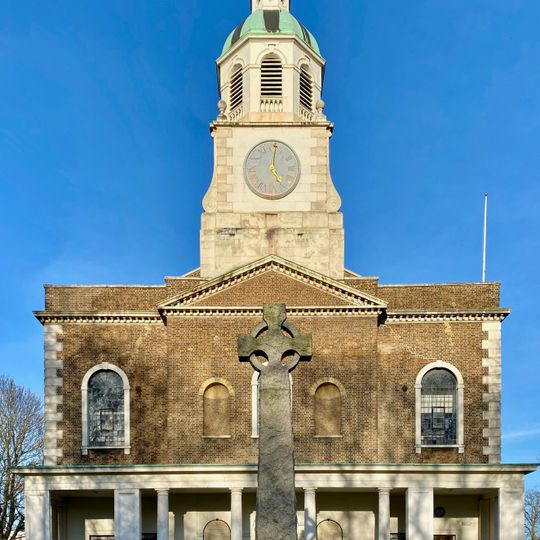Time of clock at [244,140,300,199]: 5:01
